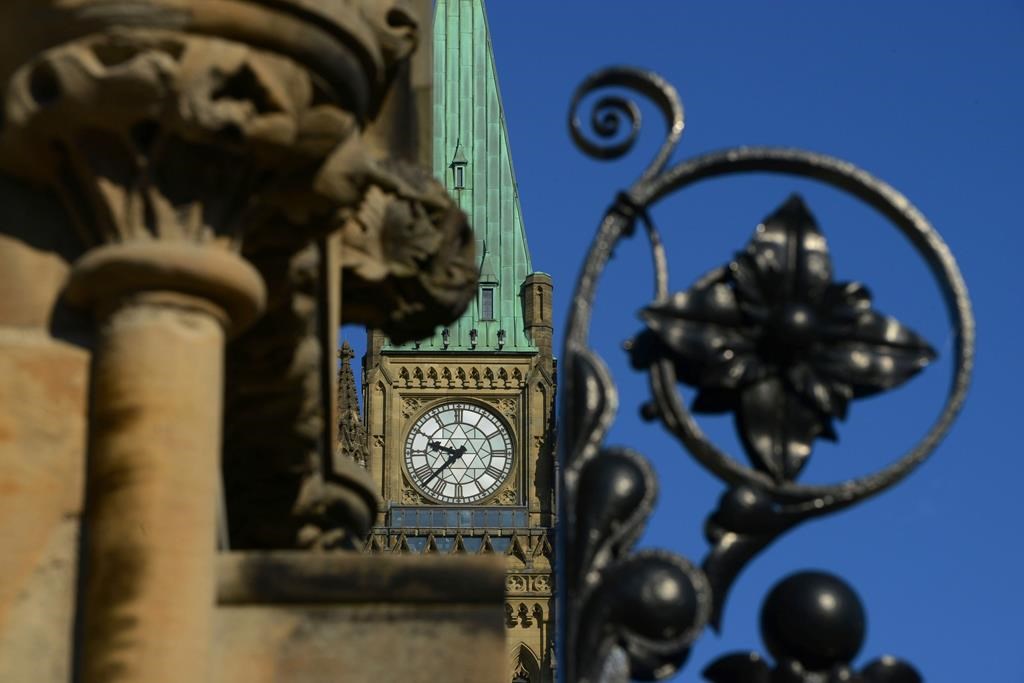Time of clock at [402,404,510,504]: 9:37
